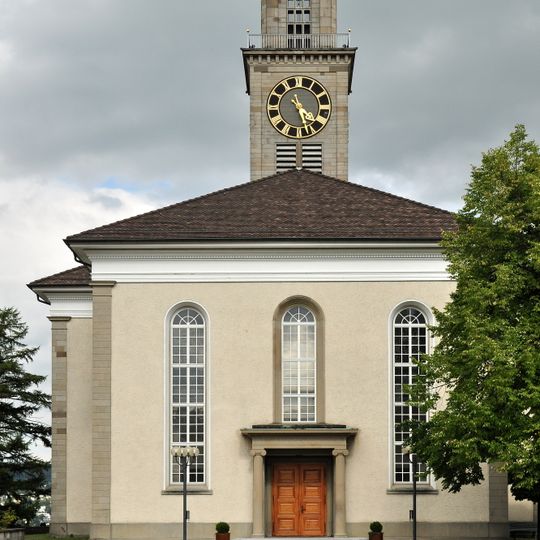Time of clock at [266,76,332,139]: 4:26
